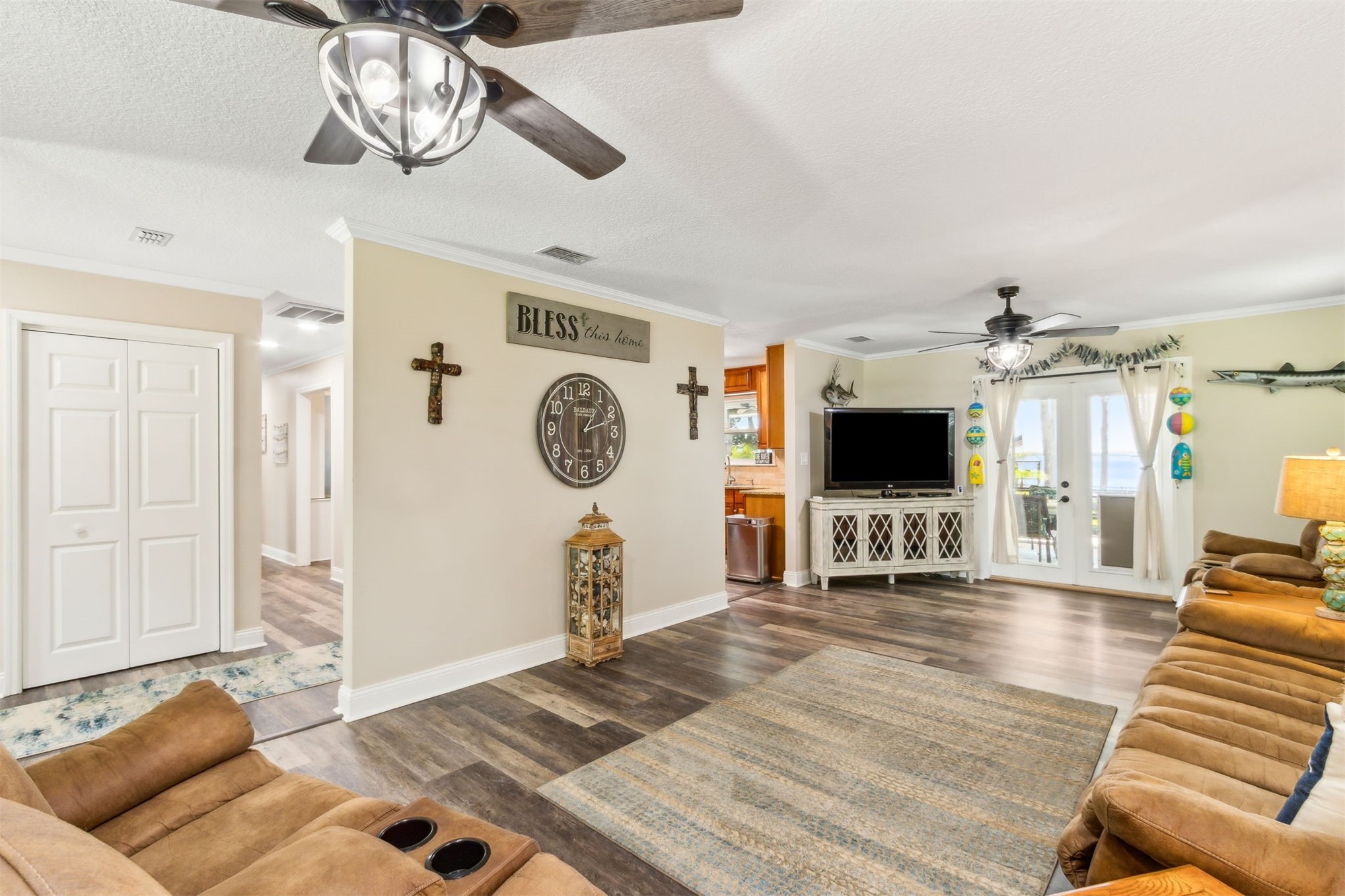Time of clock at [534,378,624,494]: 1:11
